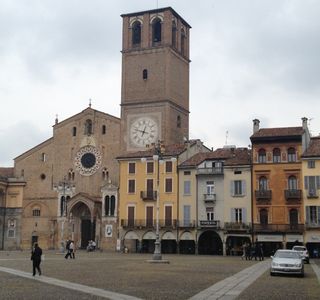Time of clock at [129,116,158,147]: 12:47
